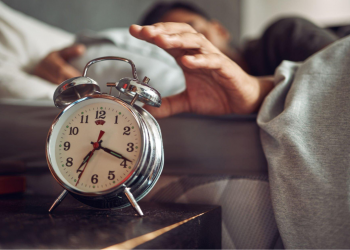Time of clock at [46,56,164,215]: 7:18
